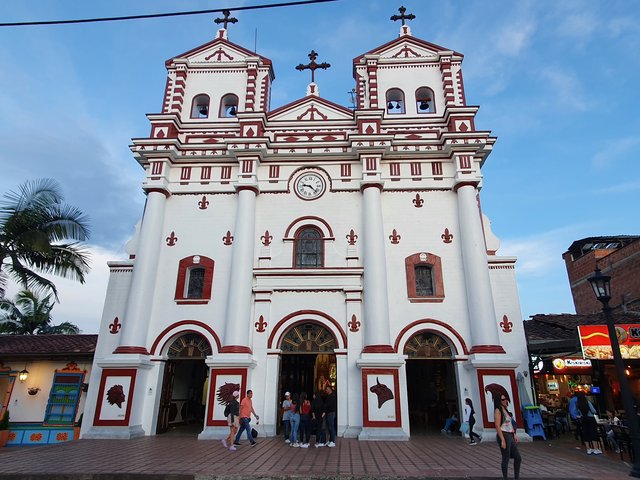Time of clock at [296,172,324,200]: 9:22
